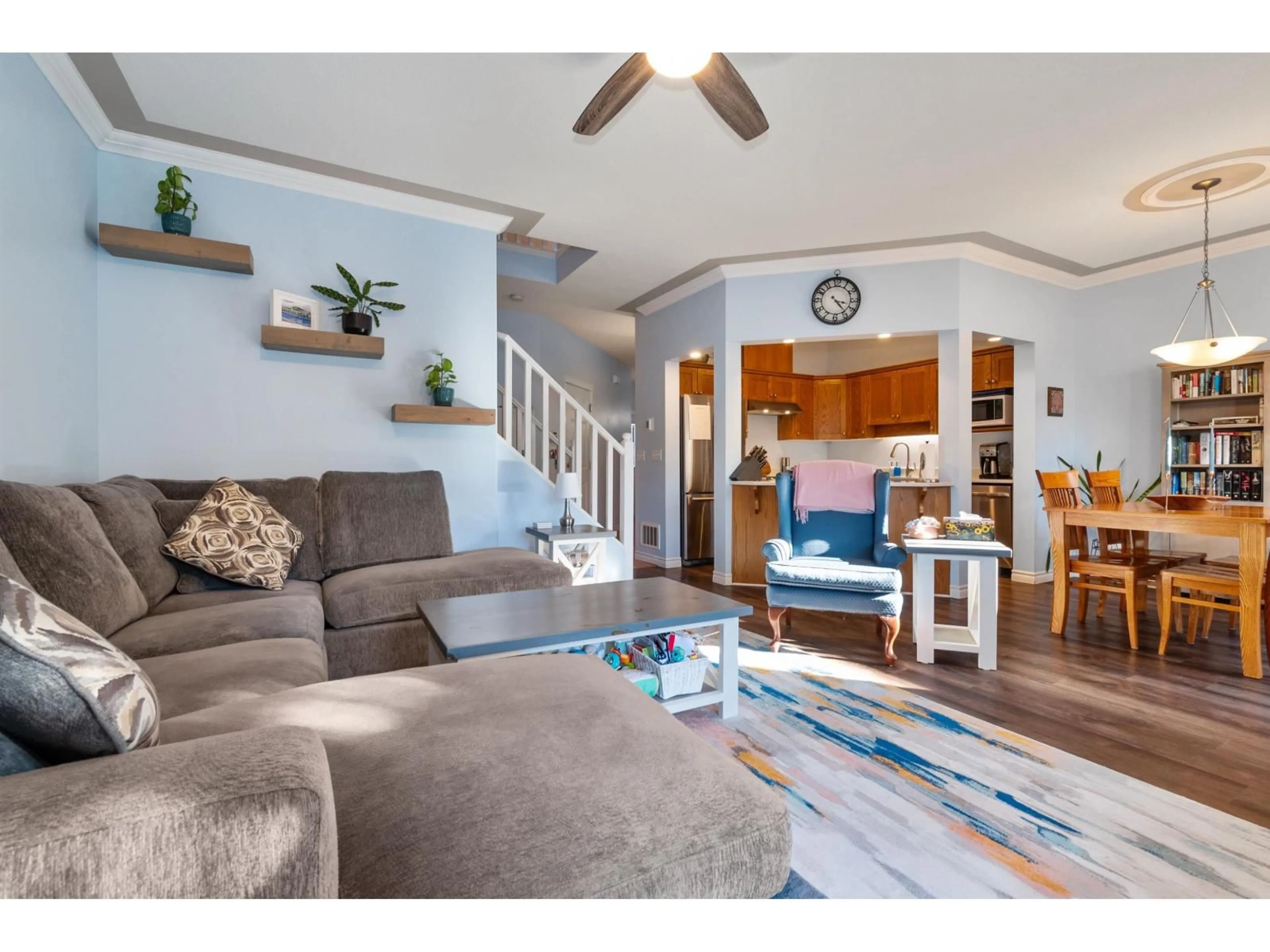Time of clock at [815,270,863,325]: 3:23
